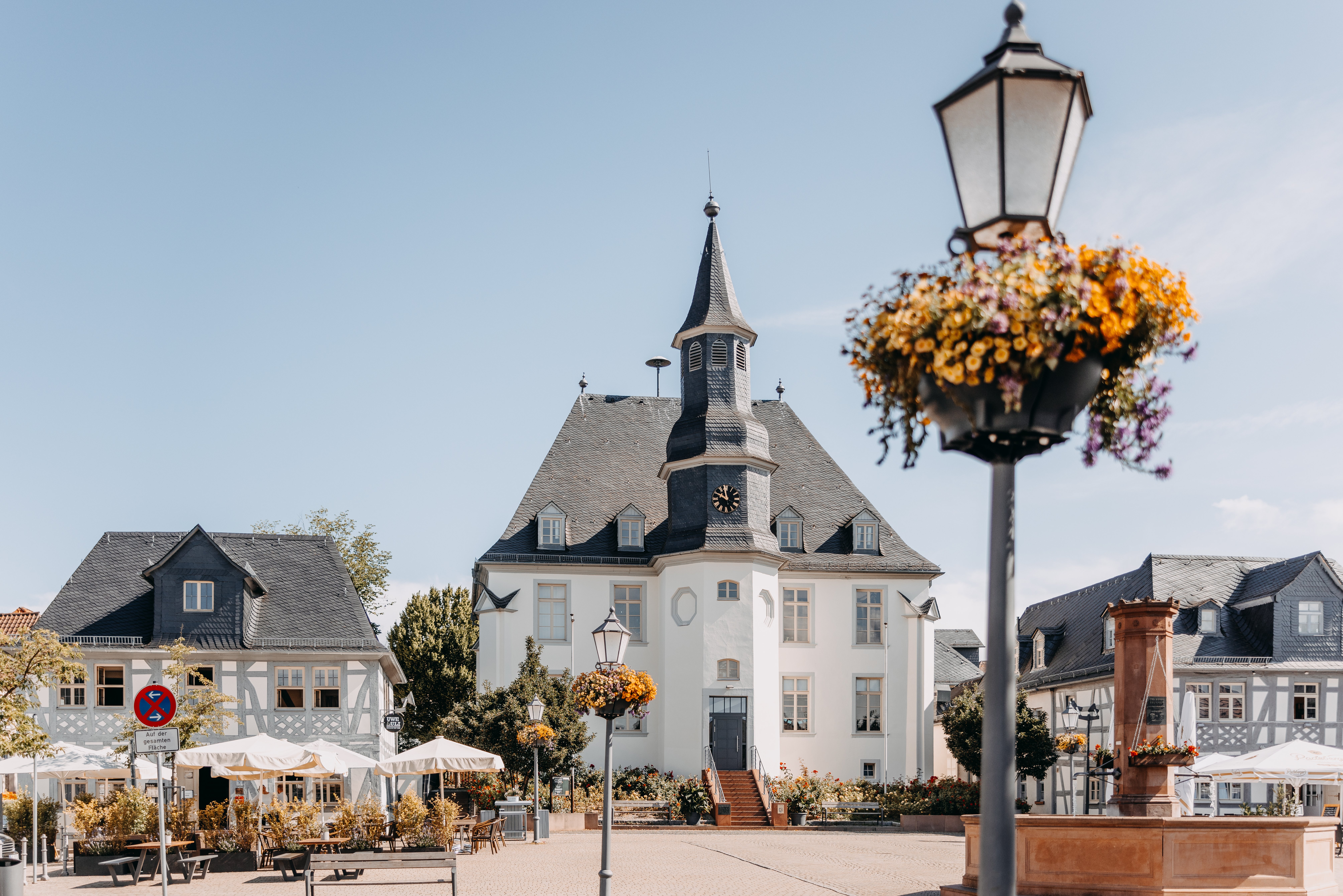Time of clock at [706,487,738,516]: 9:58
